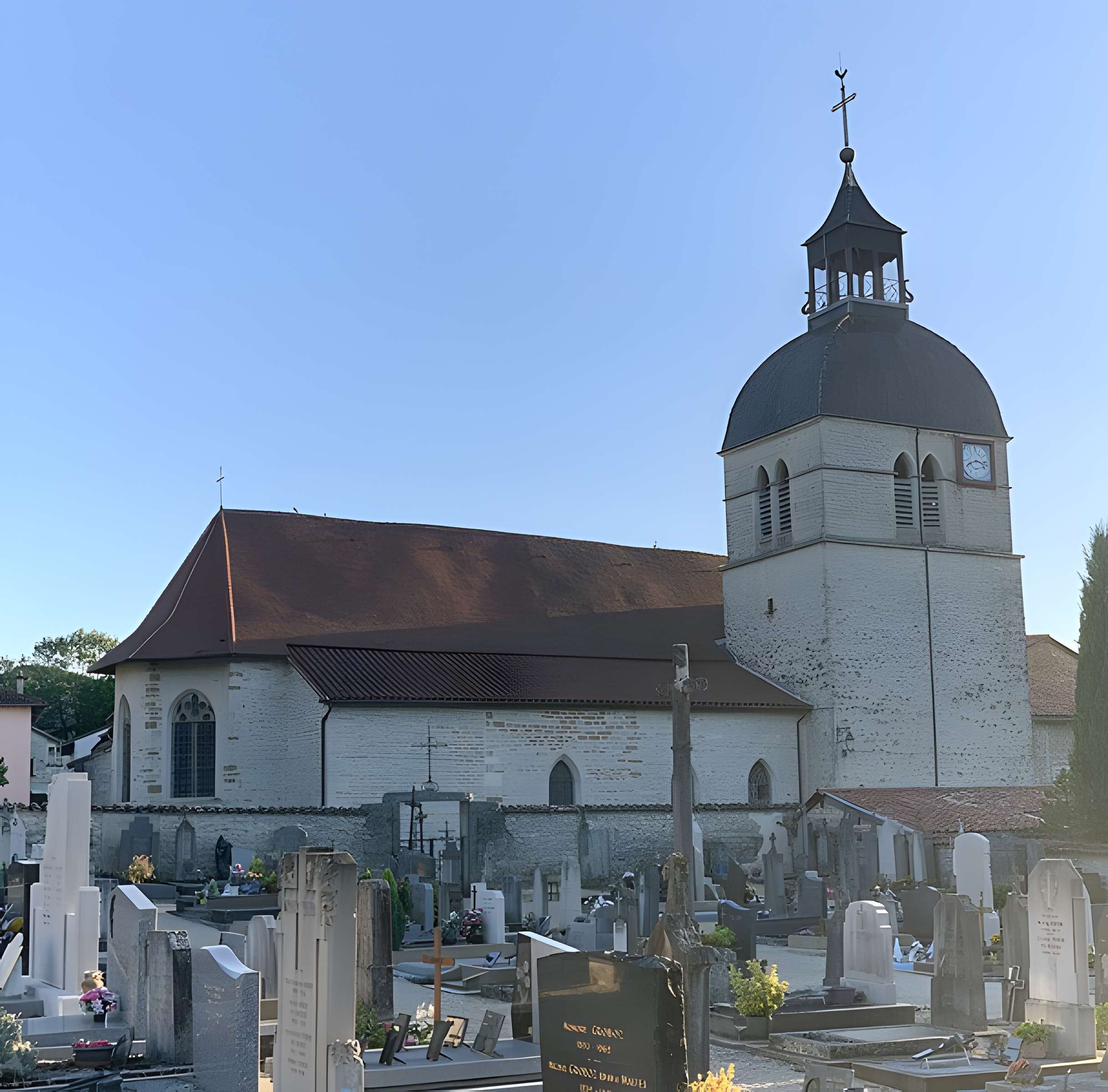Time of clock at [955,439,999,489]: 3:40
